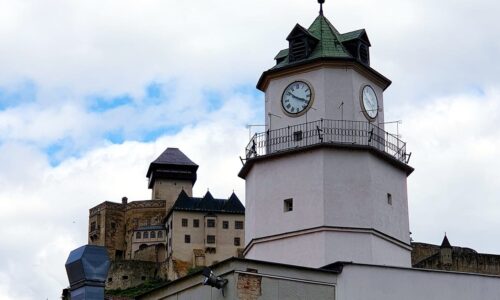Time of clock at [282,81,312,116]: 3:51
